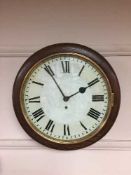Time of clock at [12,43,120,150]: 1:54
